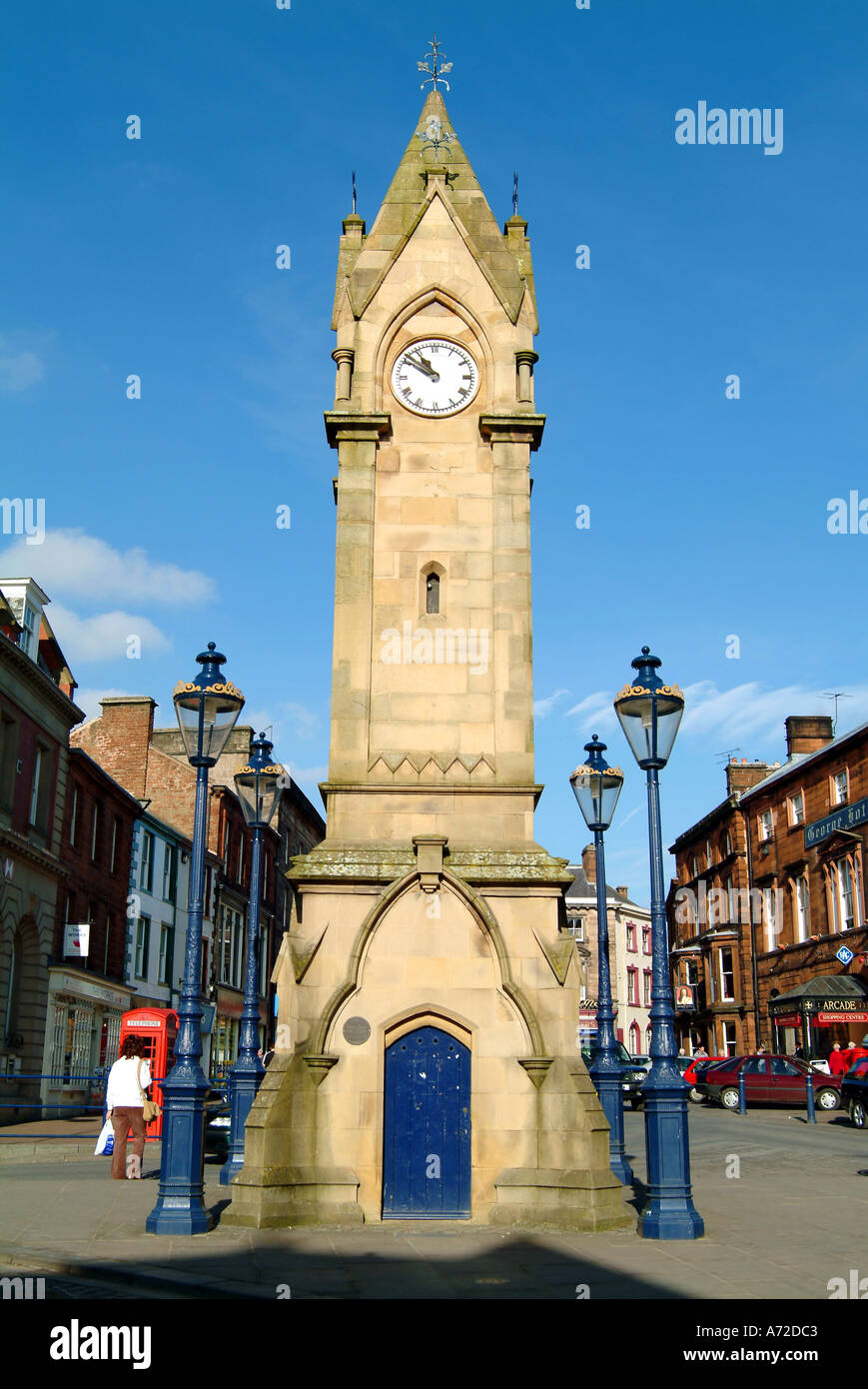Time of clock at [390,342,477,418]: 10:50
